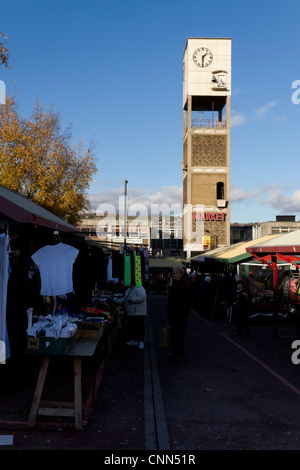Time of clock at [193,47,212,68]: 1:30
